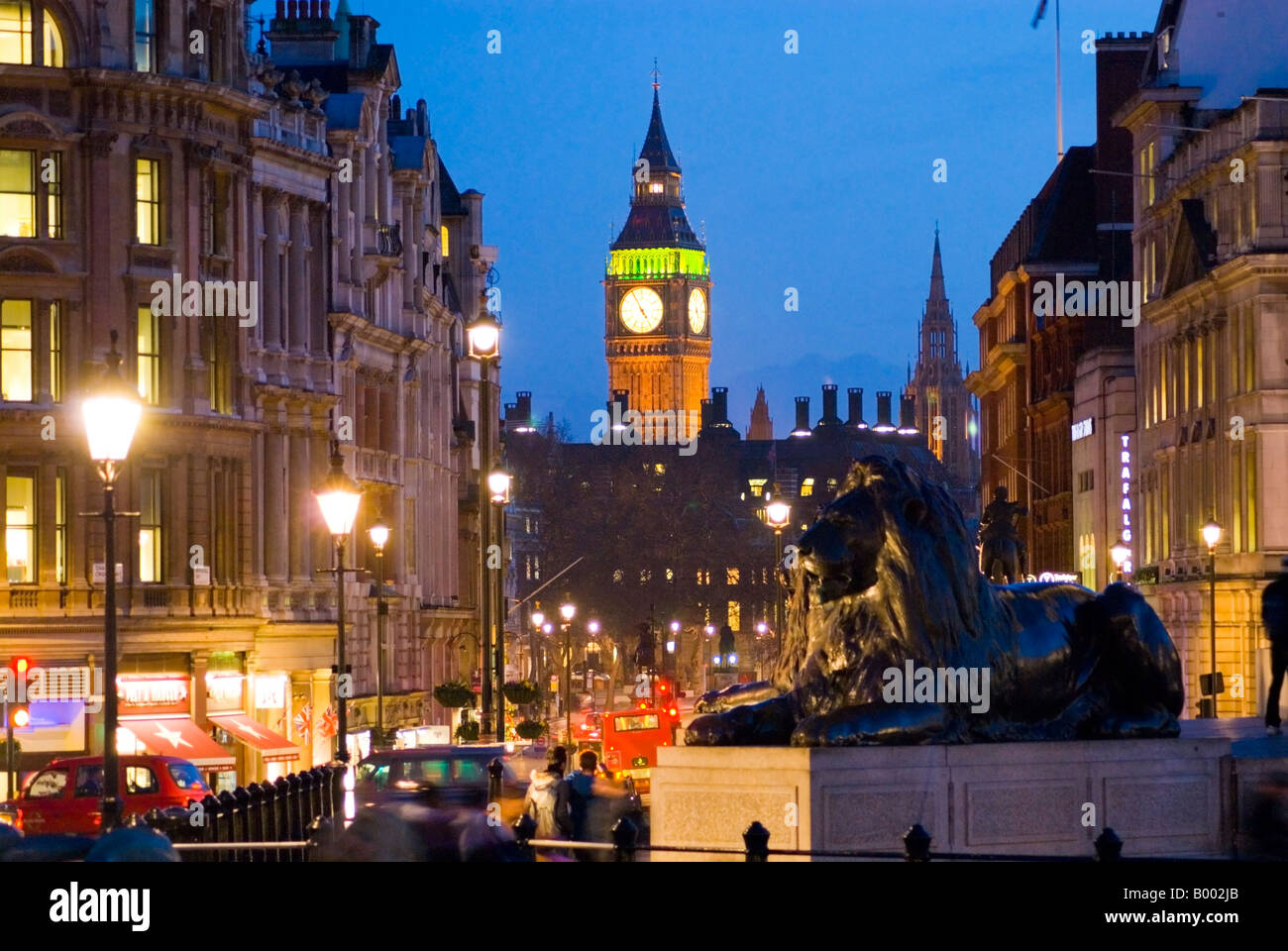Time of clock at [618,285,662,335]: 4:55
